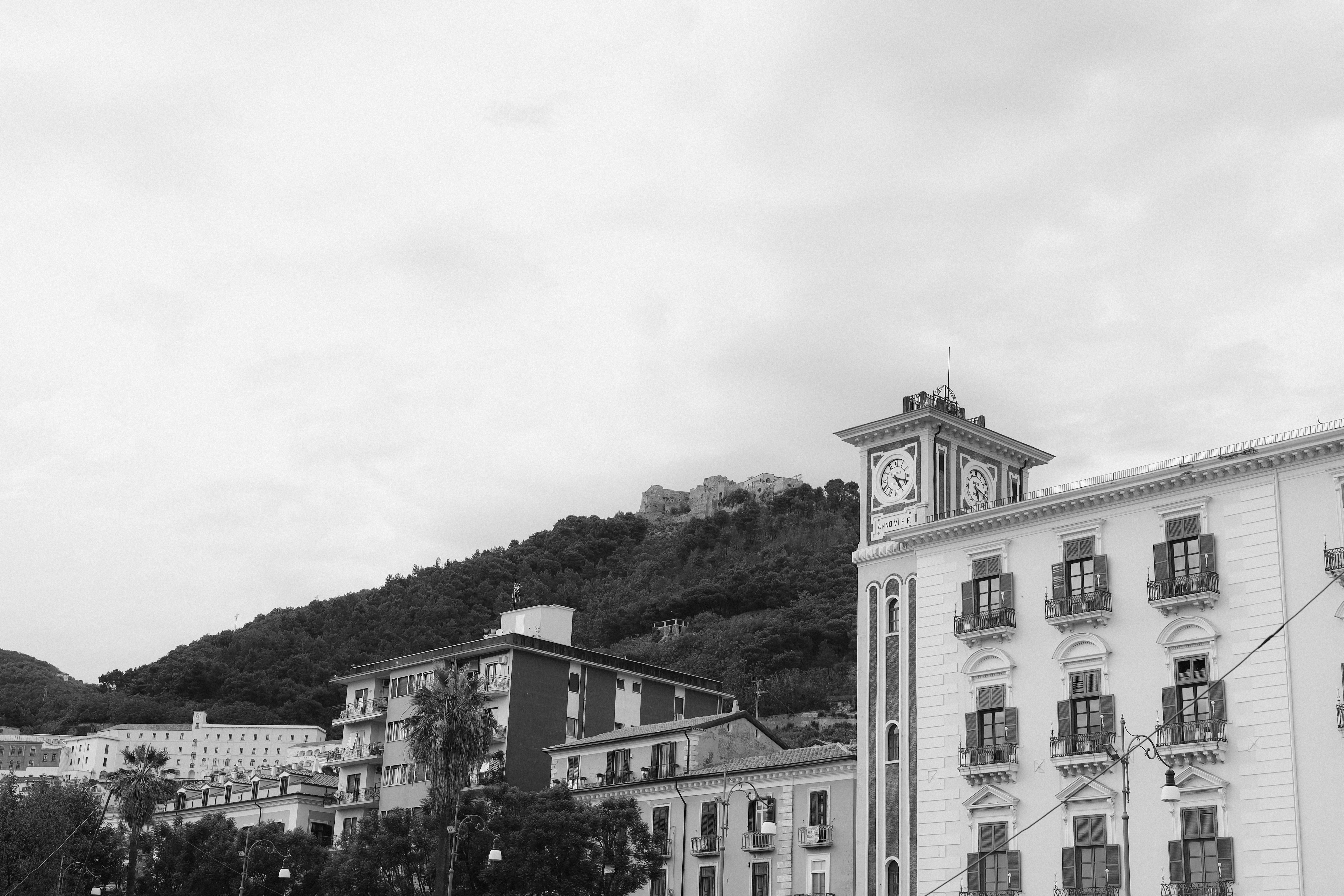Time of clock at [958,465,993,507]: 5:18
